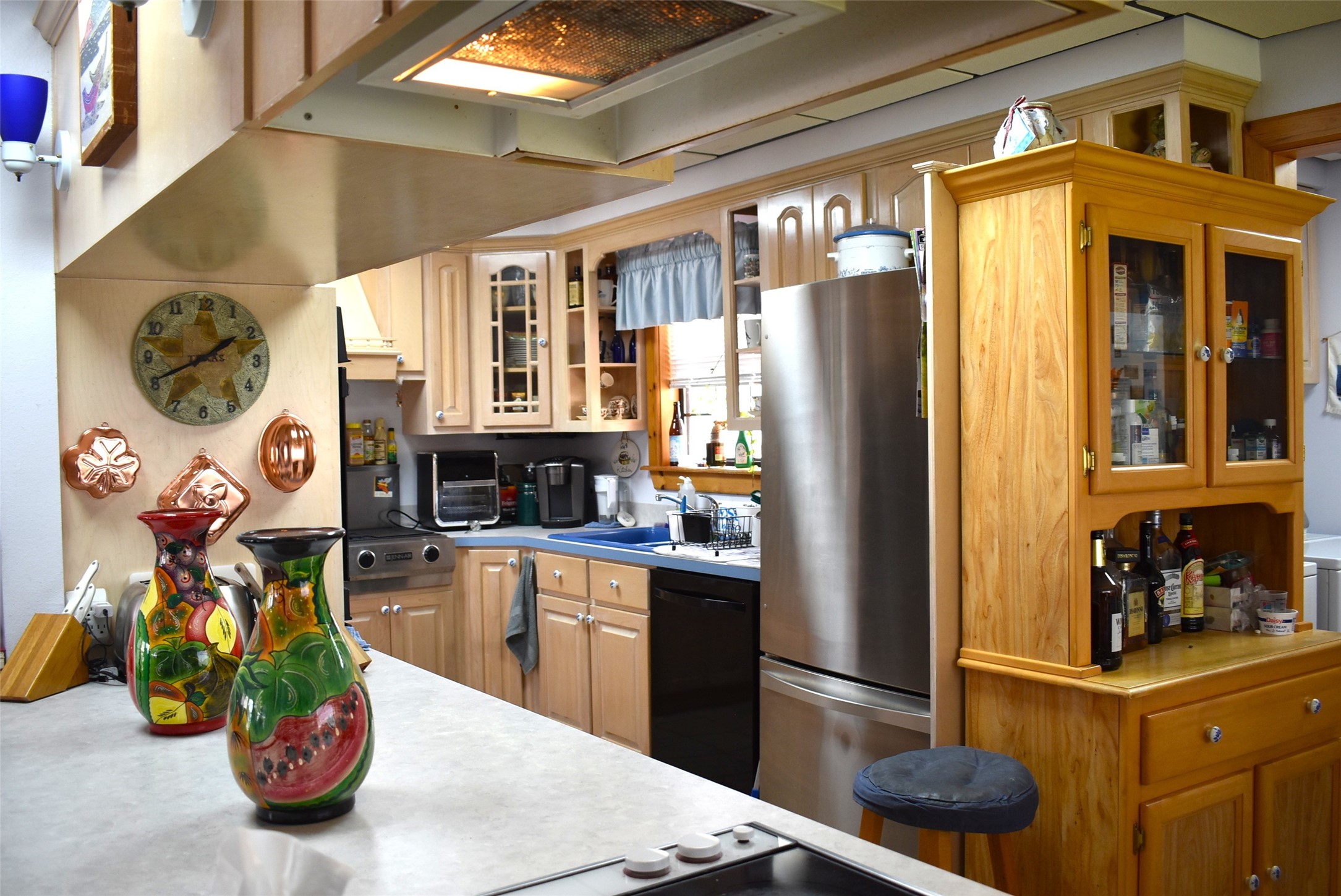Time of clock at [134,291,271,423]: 1:40
